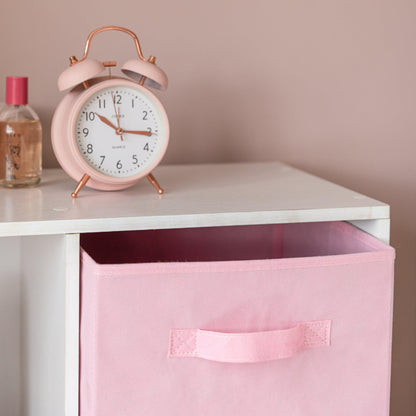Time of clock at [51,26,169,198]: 10:15
